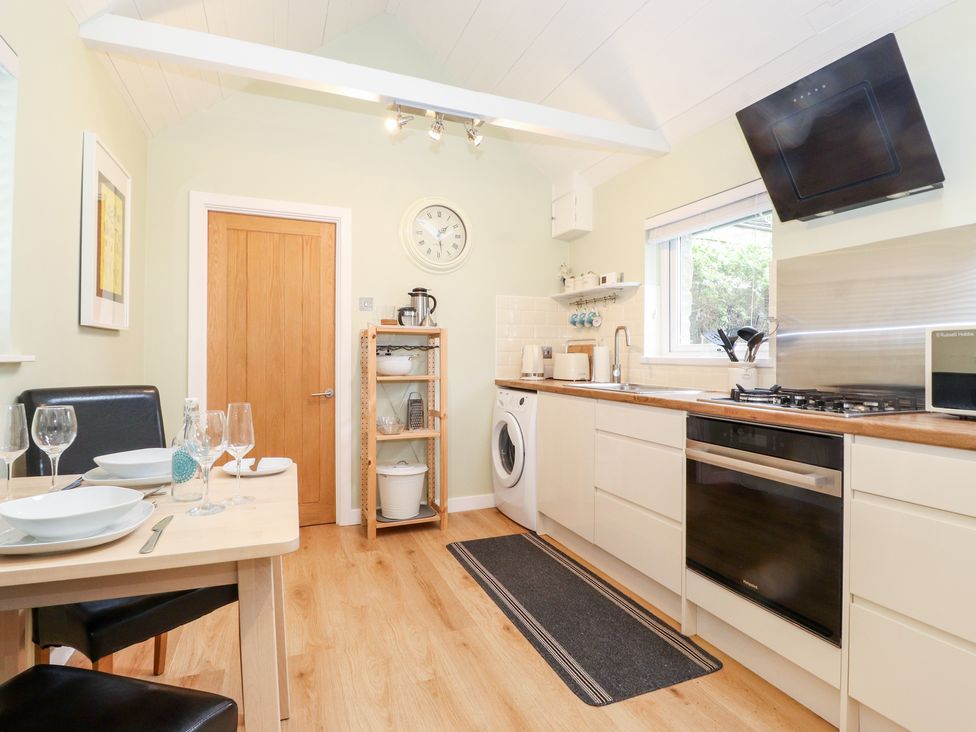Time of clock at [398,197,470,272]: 1:28
